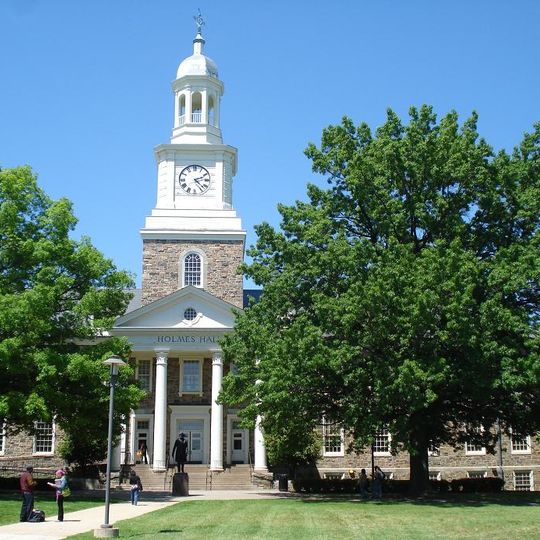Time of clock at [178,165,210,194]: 2:22
